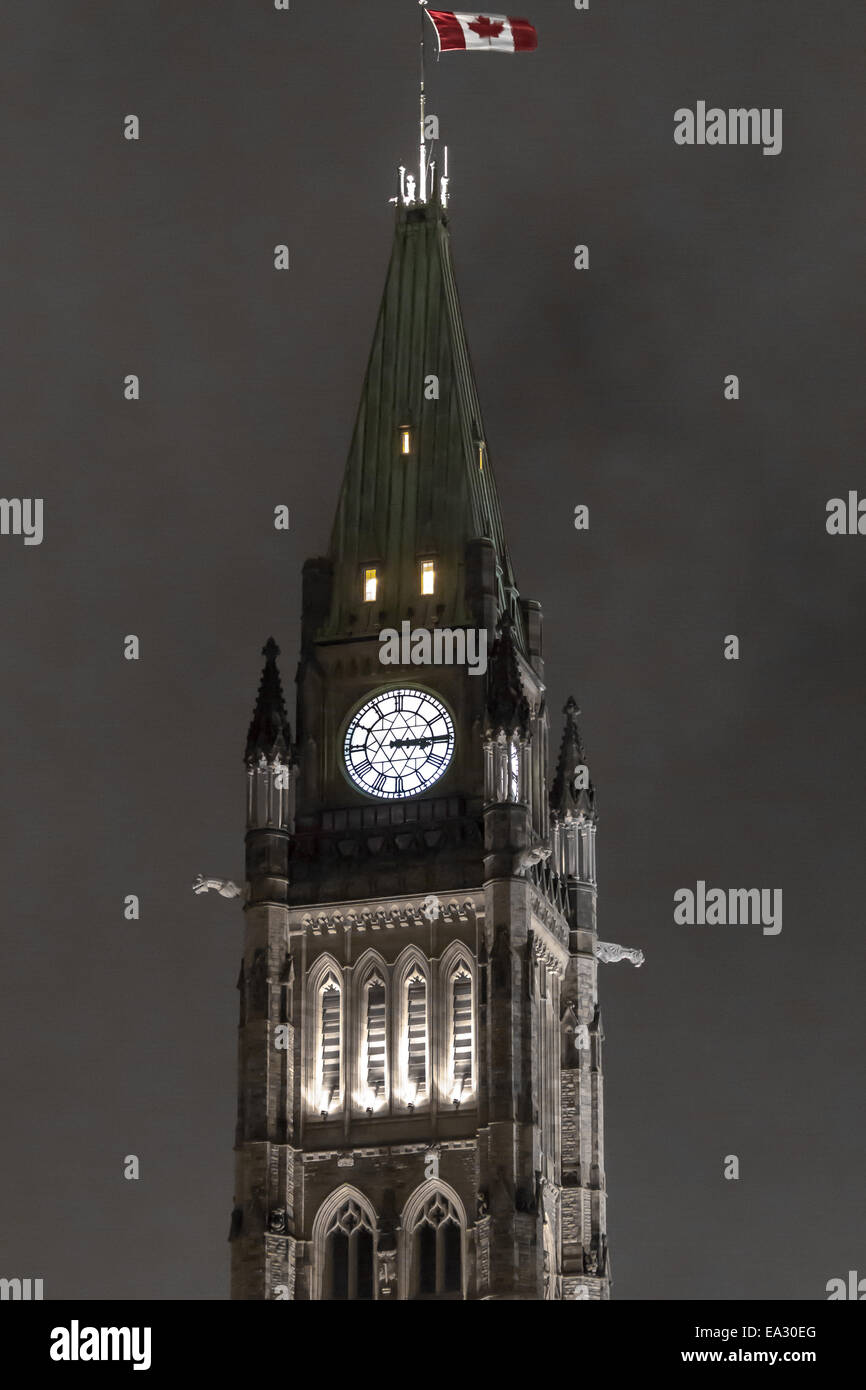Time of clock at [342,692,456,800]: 3:14
